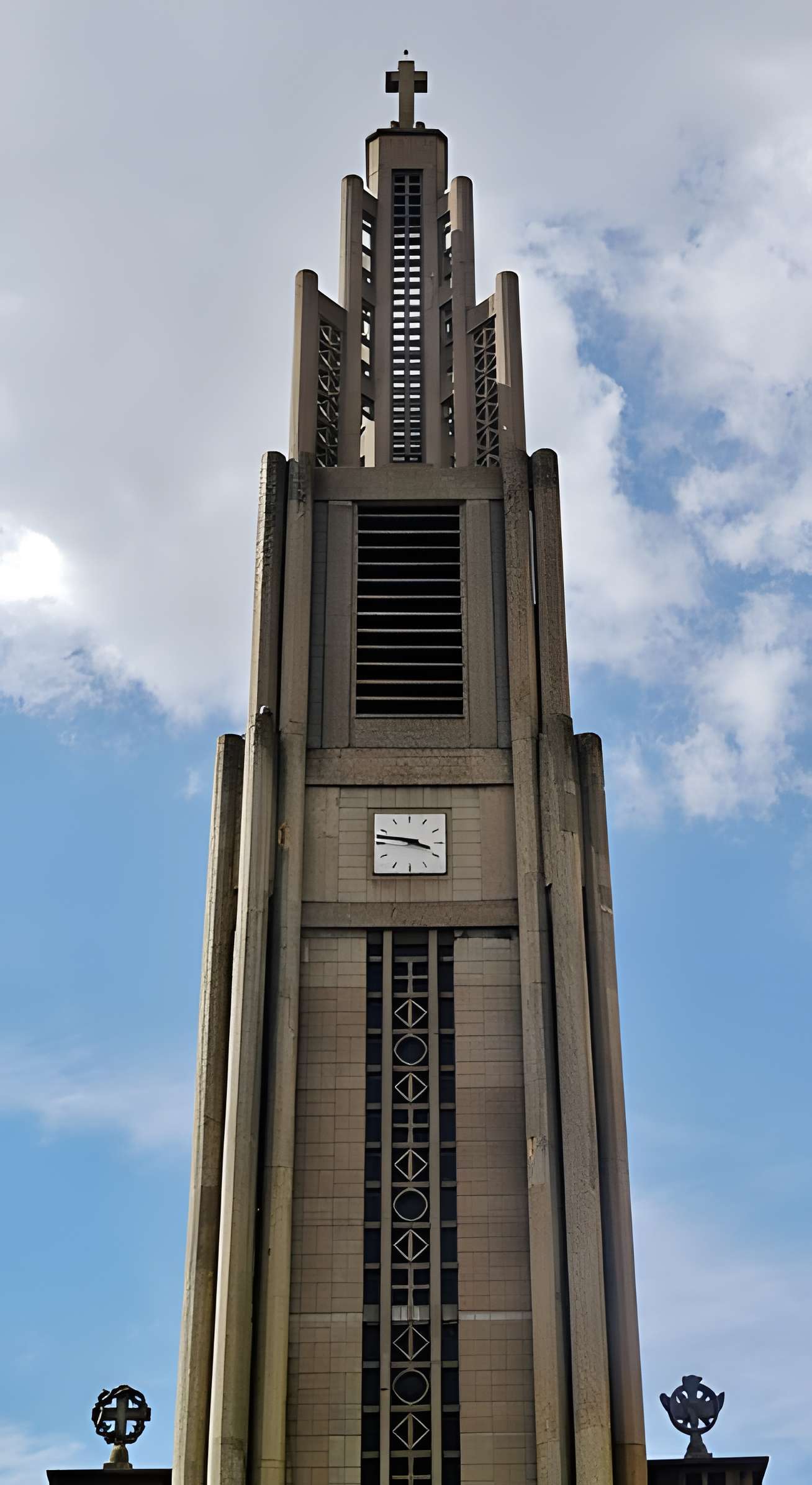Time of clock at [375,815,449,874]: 3:46
